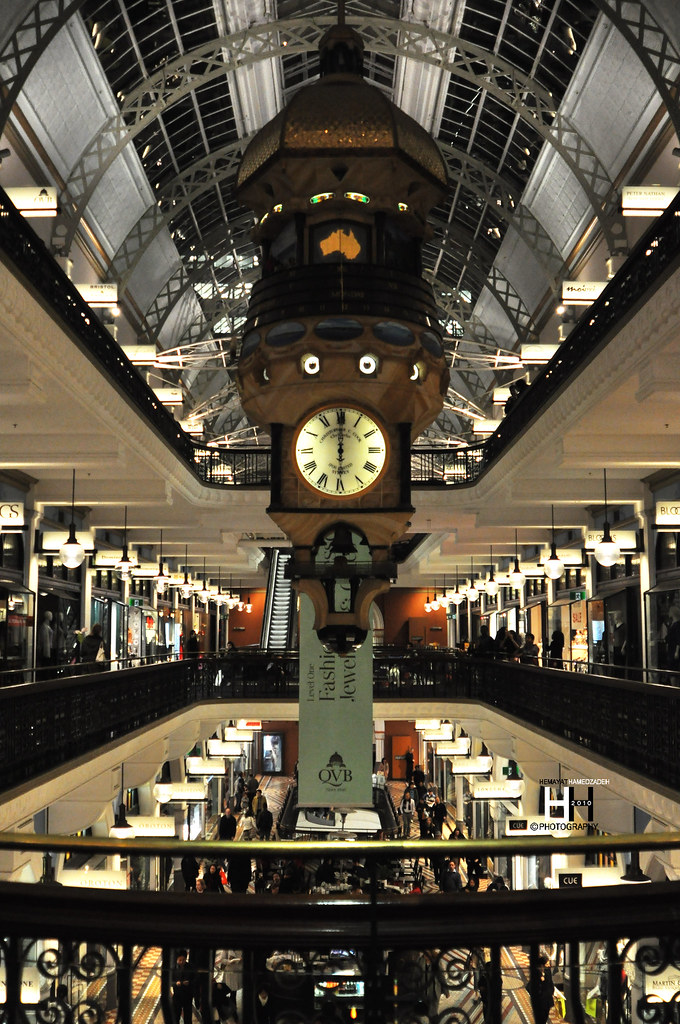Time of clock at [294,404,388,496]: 5:59
